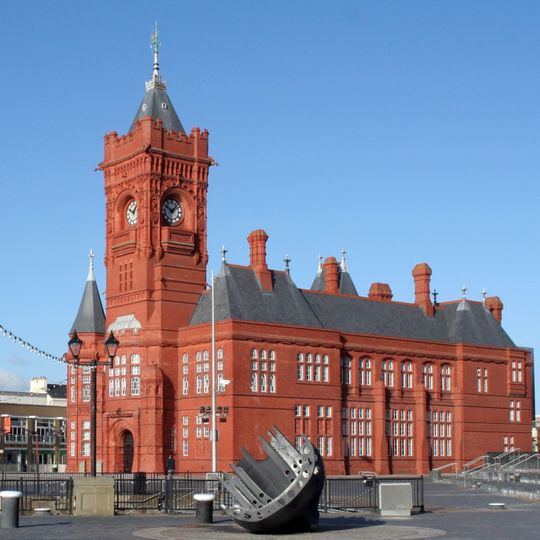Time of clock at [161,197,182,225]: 10:07
